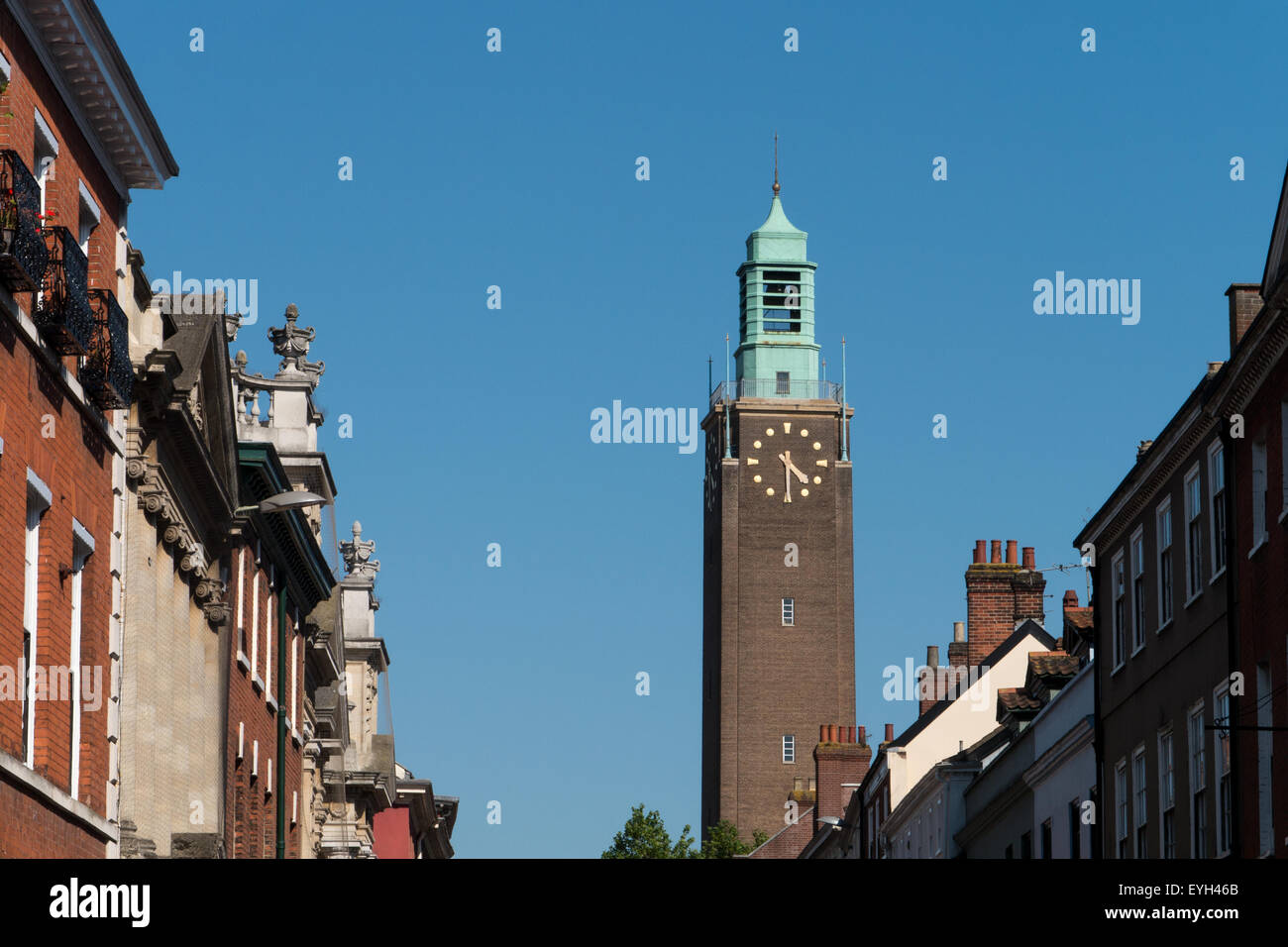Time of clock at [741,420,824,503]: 4:30
